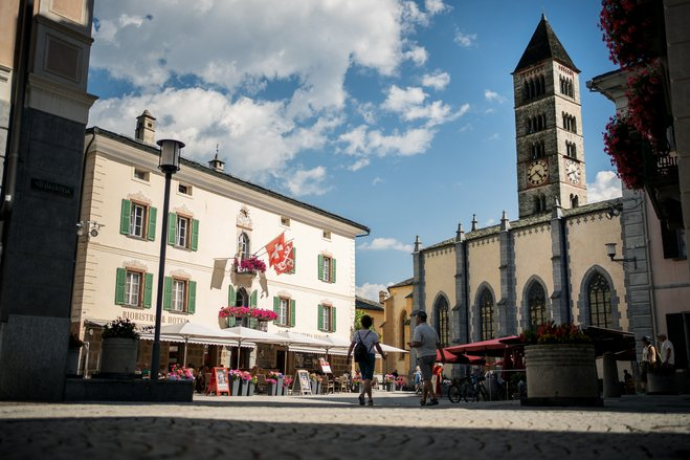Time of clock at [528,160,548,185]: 4:40
